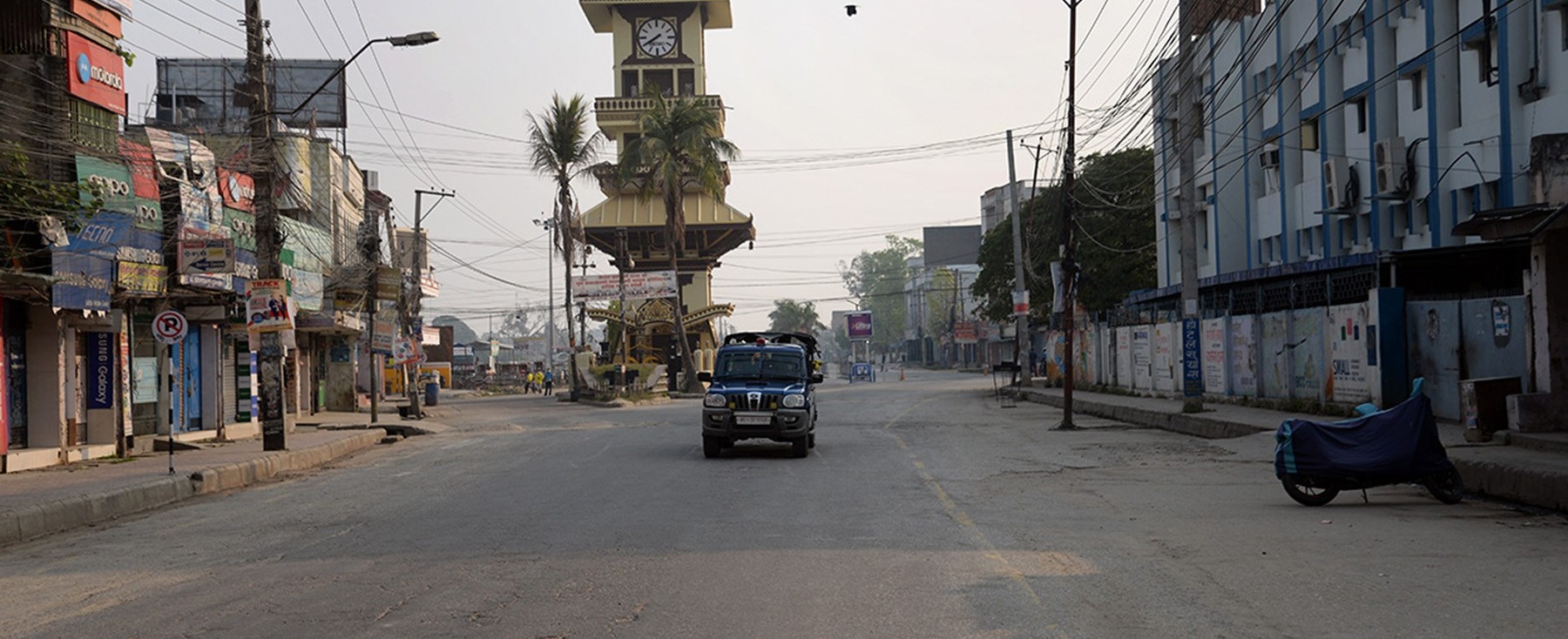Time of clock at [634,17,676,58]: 7:40
